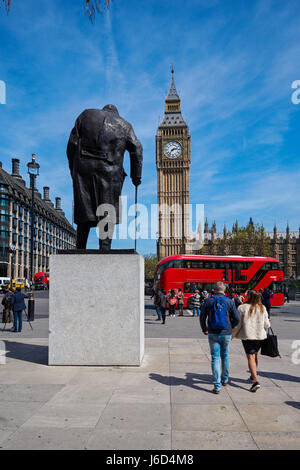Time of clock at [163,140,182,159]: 2:36
